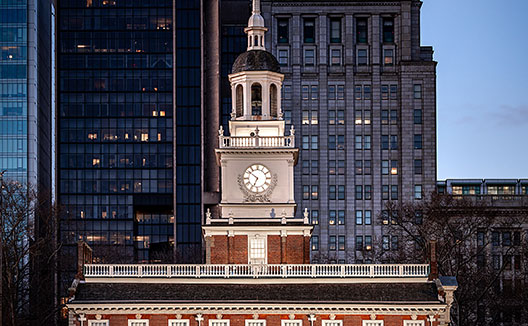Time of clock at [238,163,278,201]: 6:51
